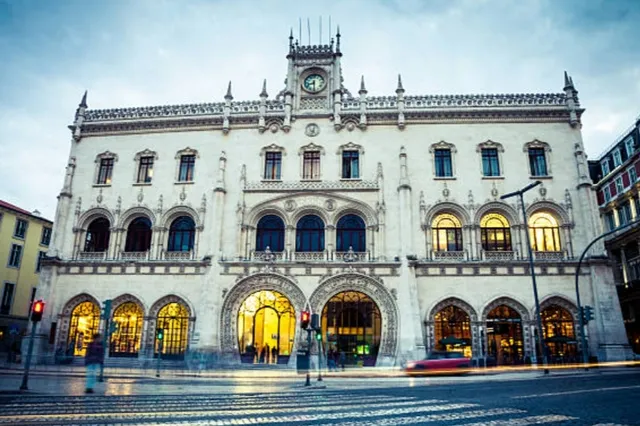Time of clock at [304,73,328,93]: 8:29
